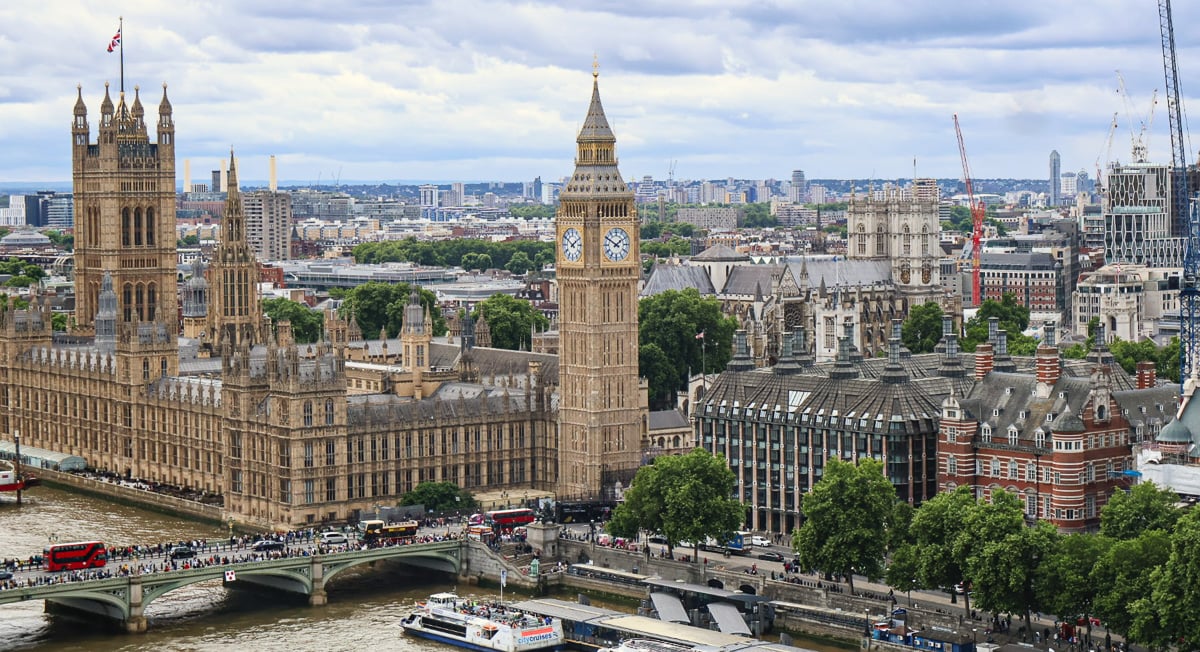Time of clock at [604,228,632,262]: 1:50
